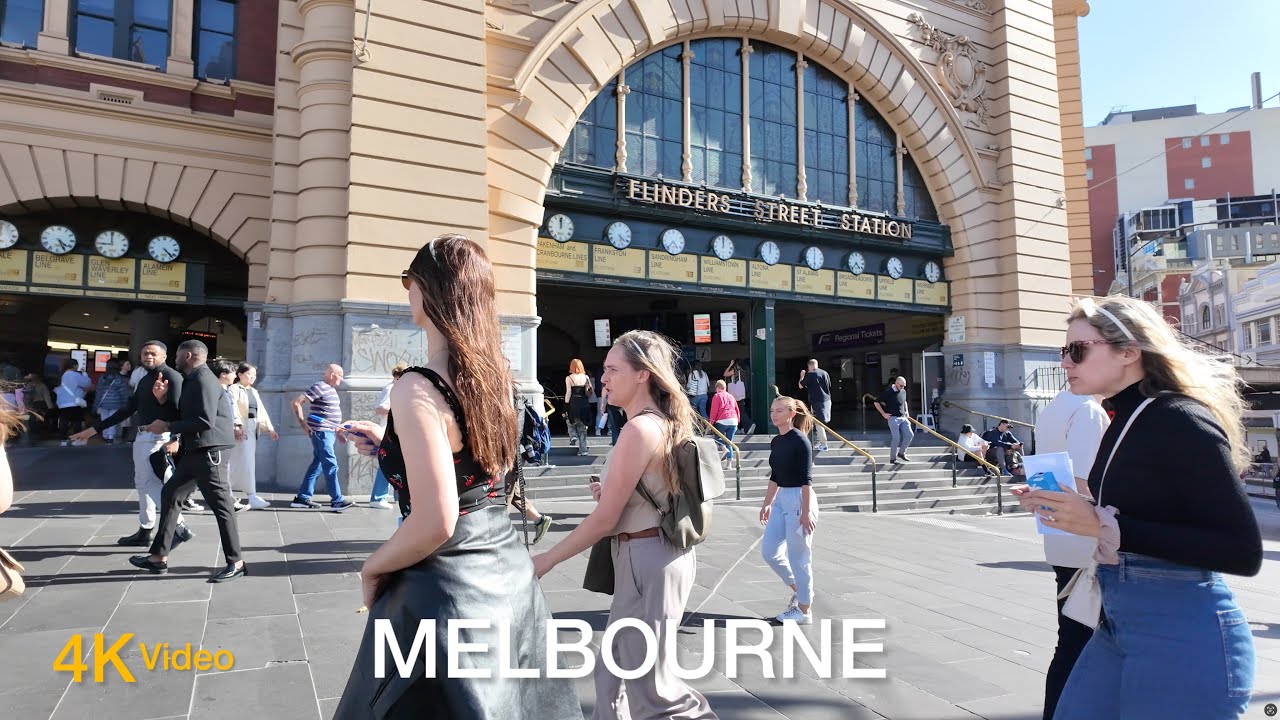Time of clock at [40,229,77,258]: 4:25
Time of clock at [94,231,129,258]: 8:59
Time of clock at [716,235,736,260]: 12:00
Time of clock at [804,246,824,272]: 6:00
